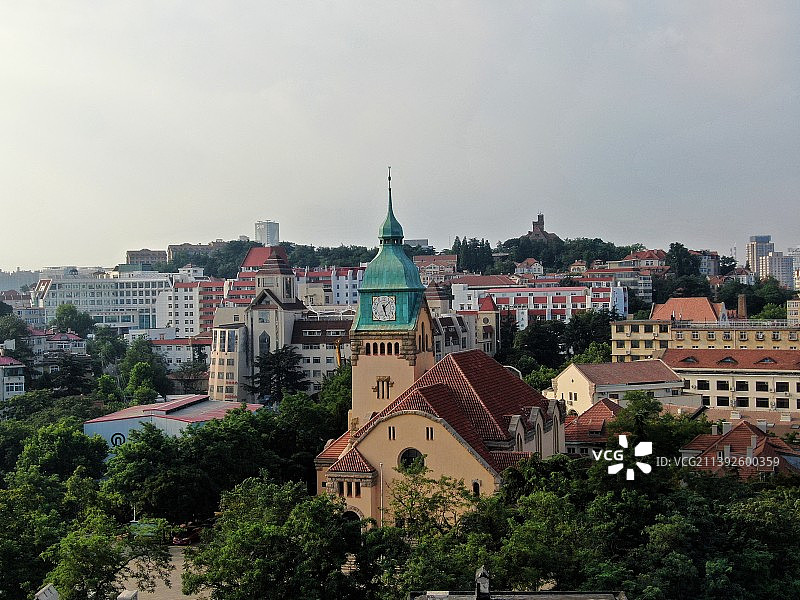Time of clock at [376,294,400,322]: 1:27
